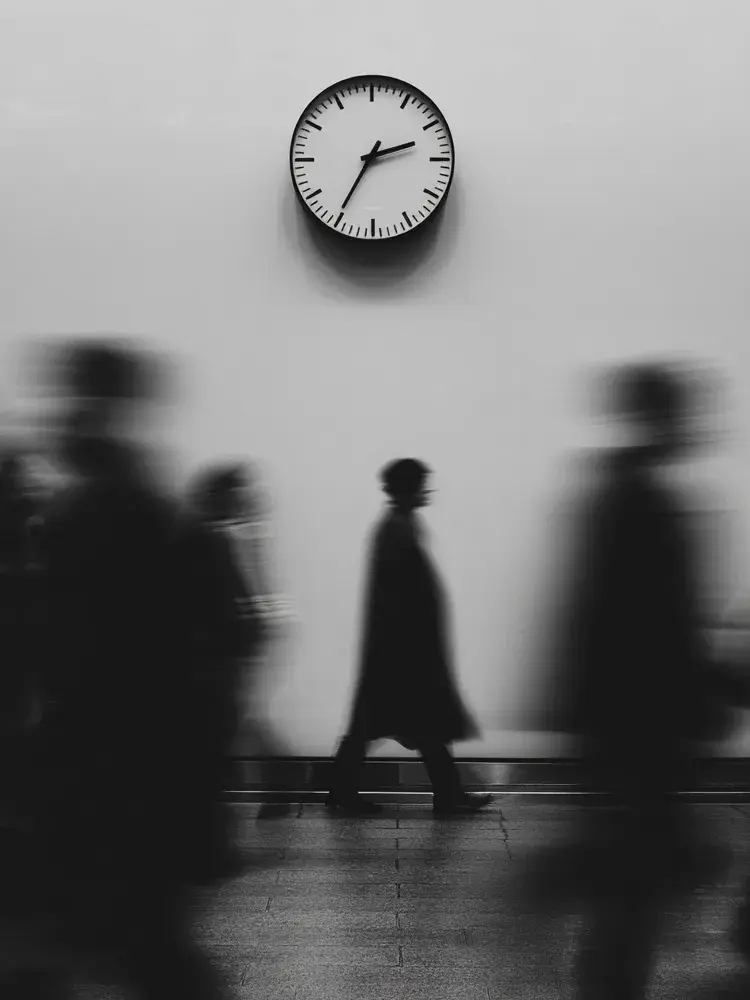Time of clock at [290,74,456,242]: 2:35
